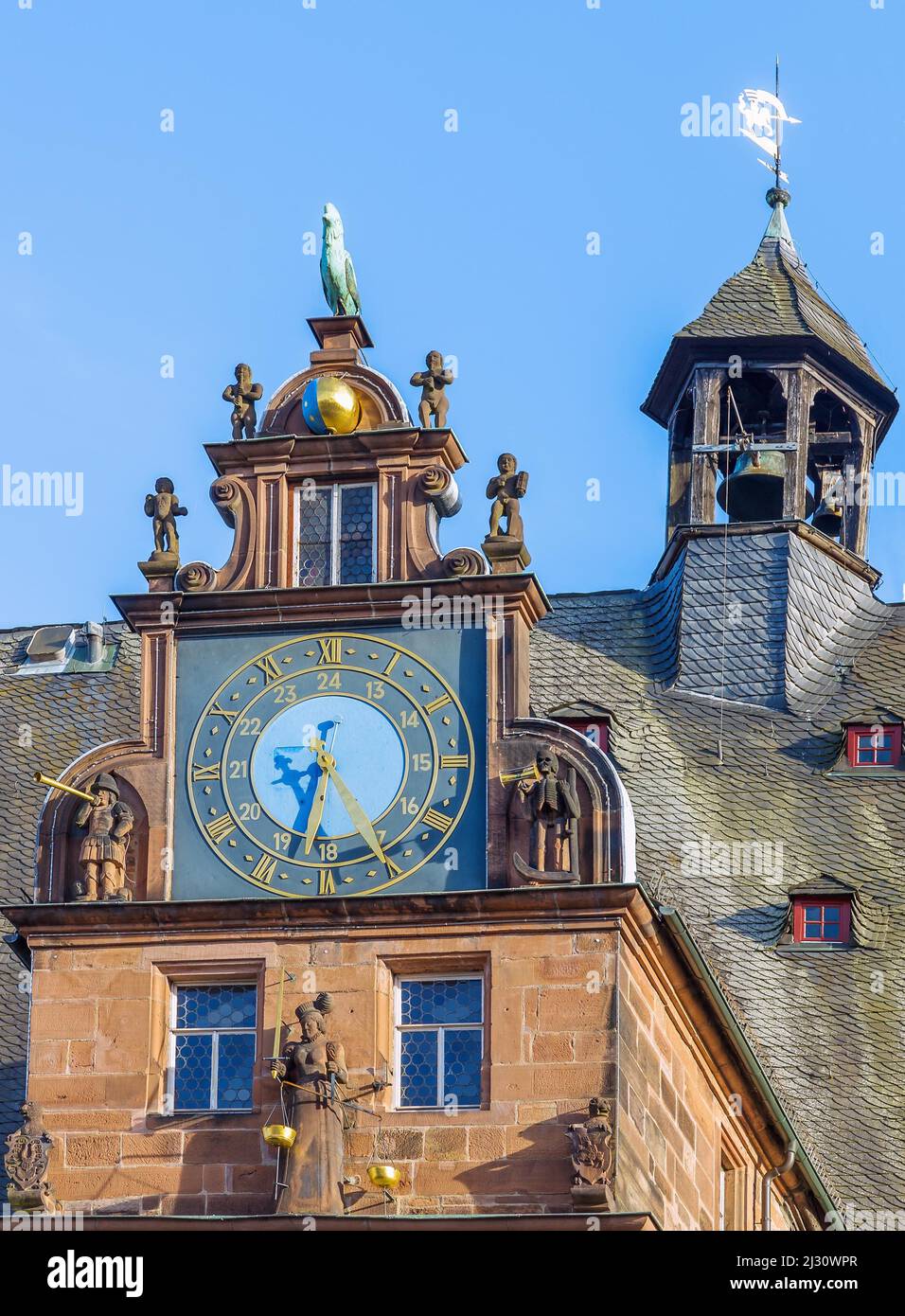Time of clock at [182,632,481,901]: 8:33
